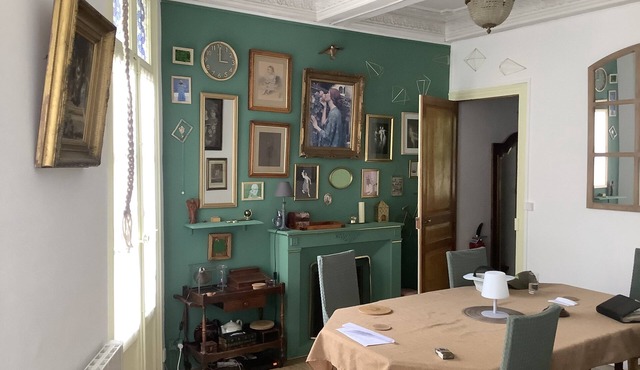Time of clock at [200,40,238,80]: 3:00
